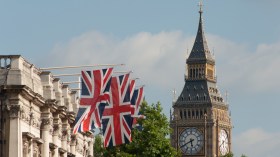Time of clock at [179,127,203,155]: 5:40
